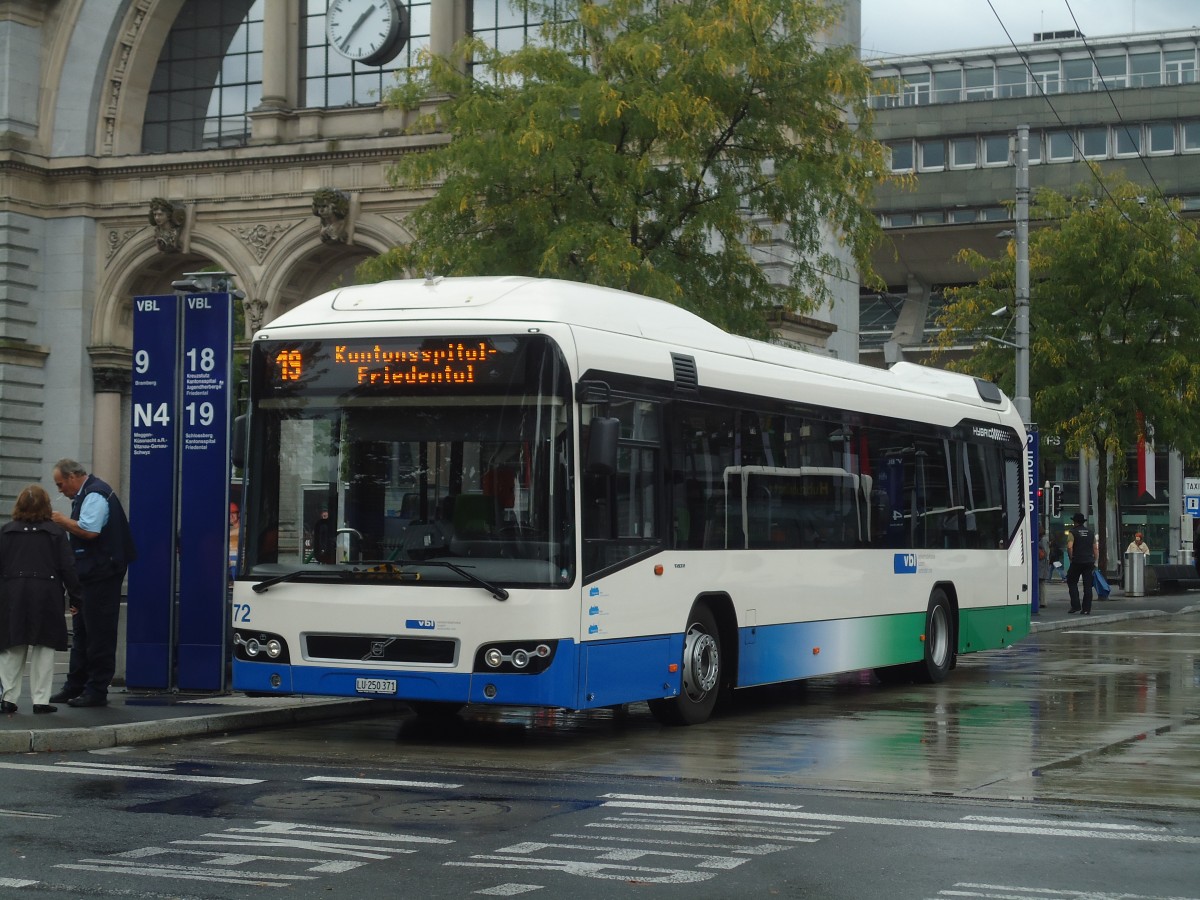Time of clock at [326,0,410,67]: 1:36
